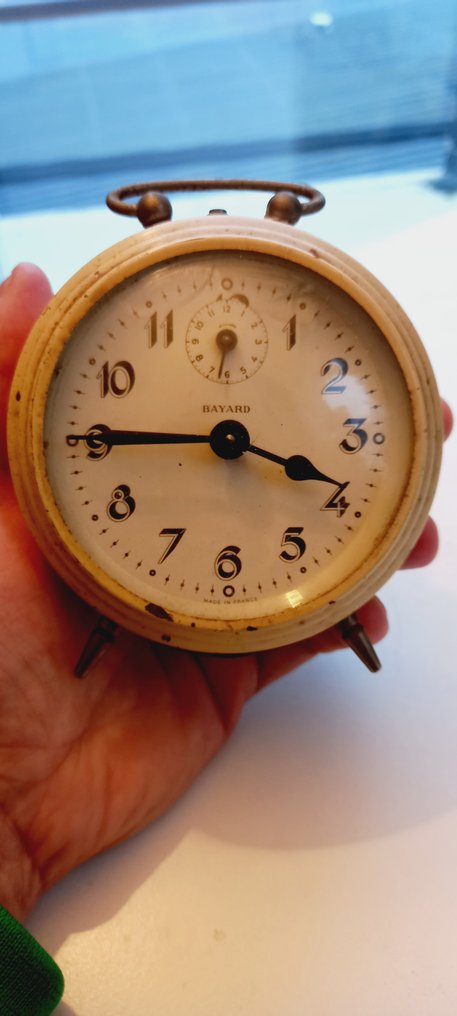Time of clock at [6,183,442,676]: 3:45
